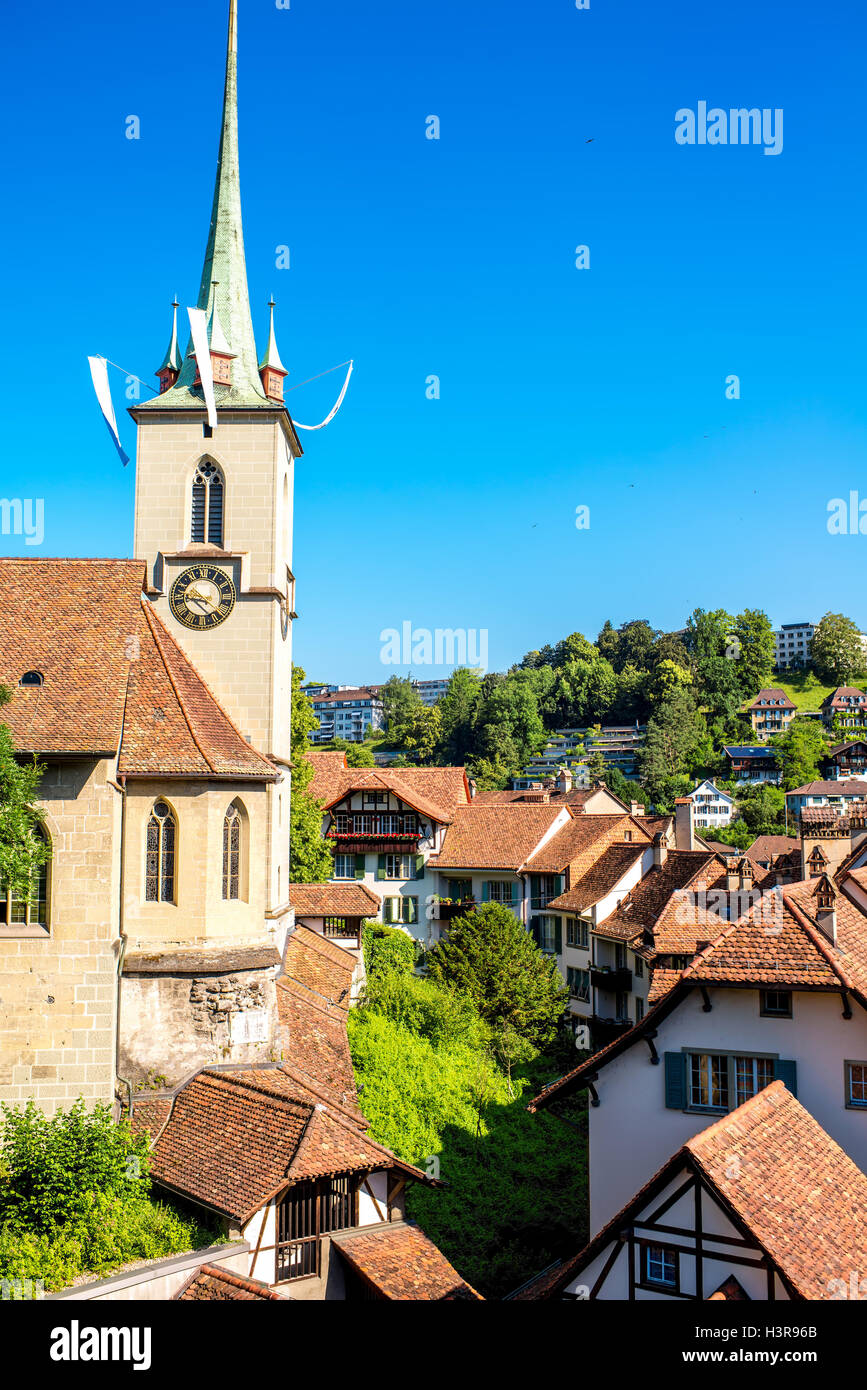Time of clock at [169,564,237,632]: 9:22
